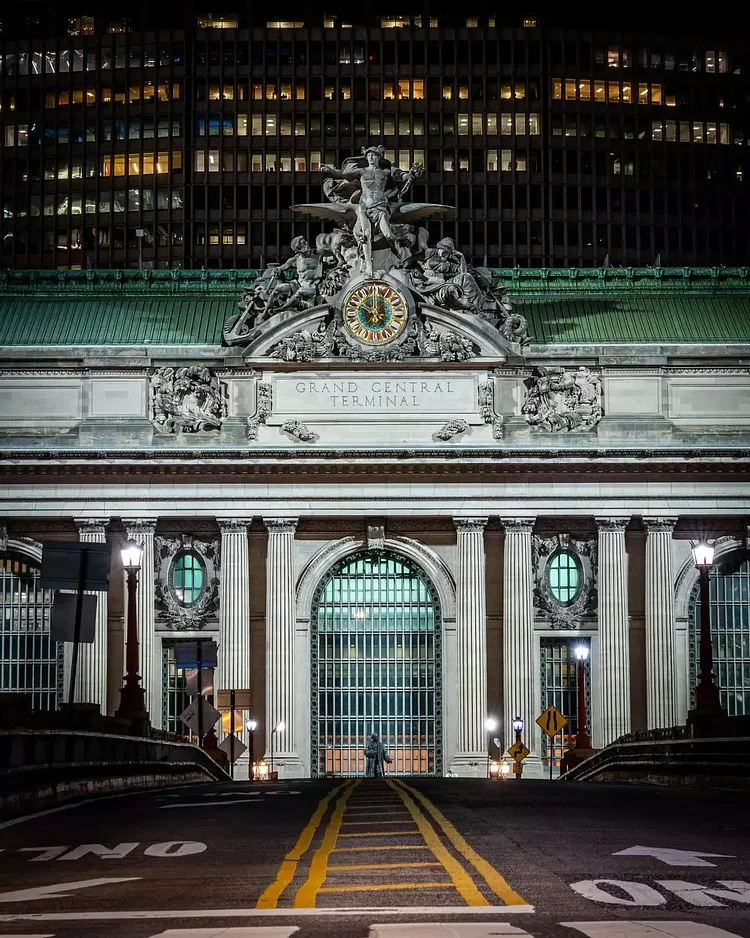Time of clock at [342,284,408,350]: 10:00
